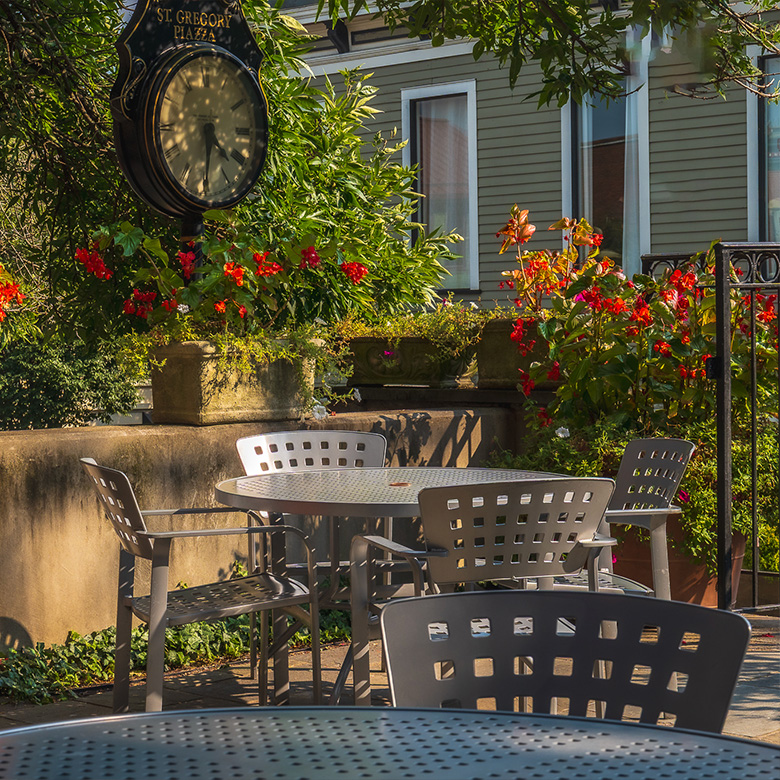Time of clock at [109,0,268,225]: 4:30
